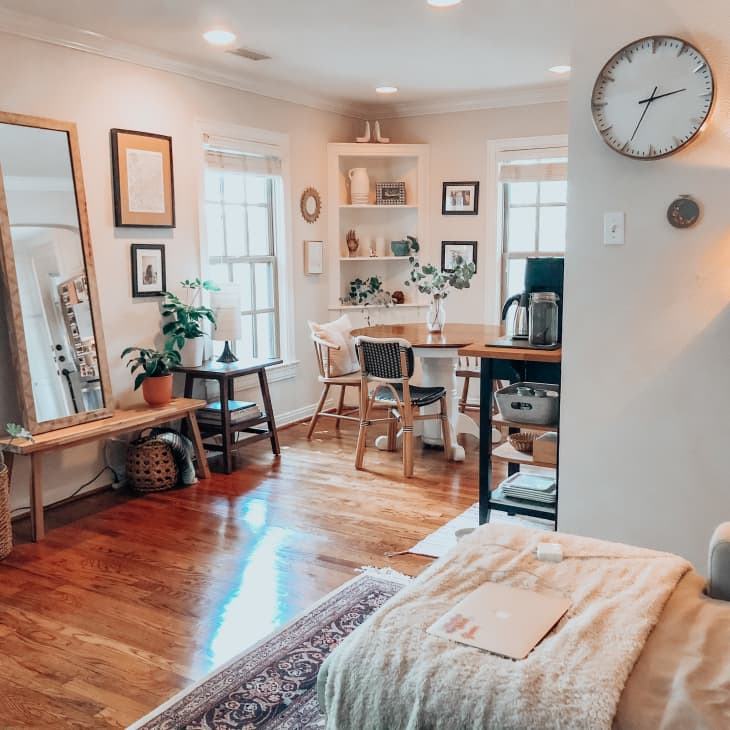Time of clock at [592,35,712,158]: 2:34
